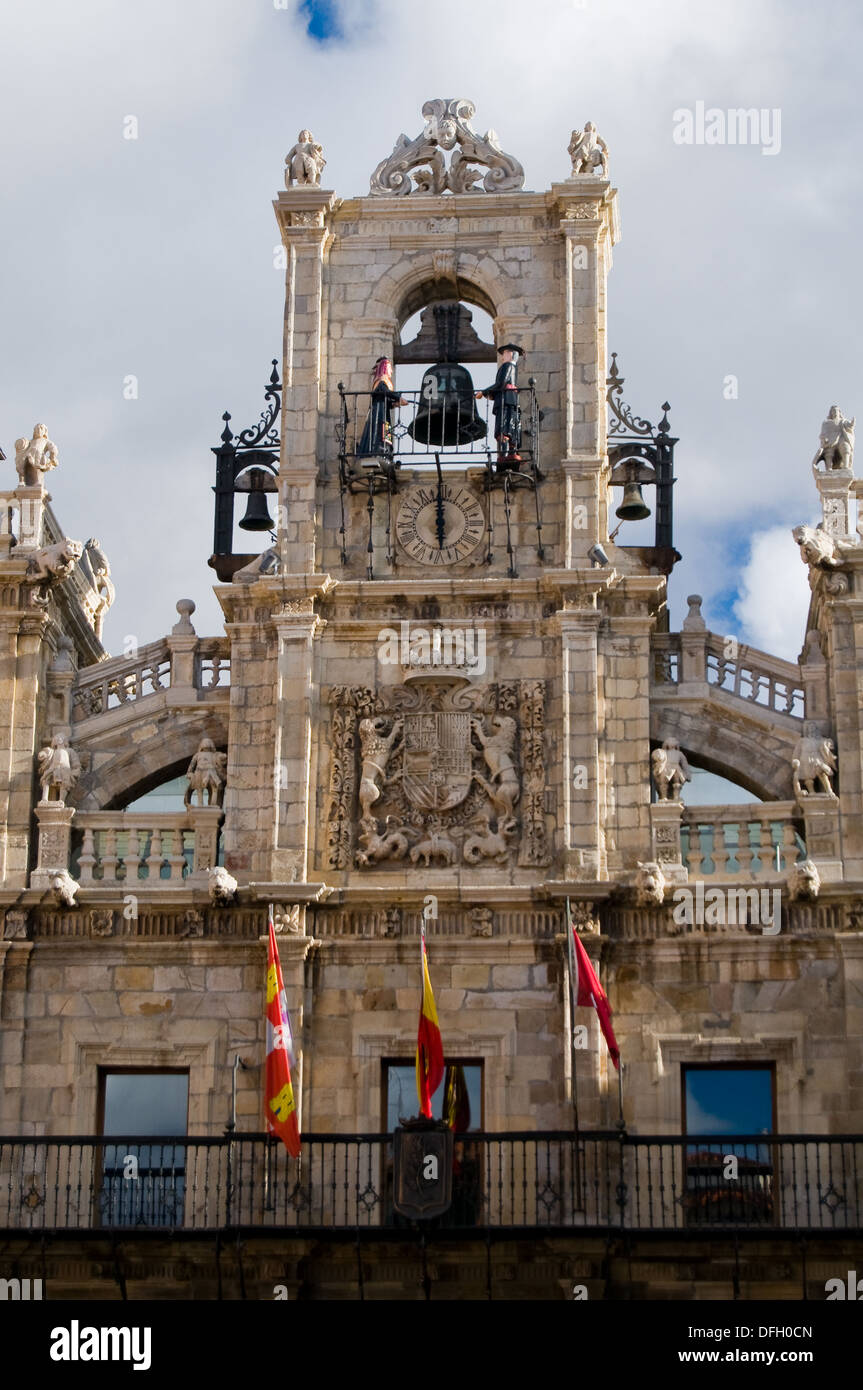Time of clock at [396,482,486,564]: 5:59
